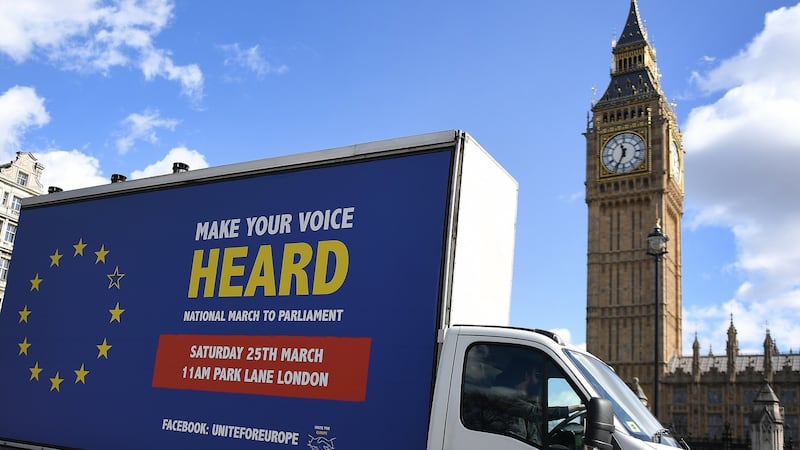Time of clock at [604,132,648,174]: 11:34
